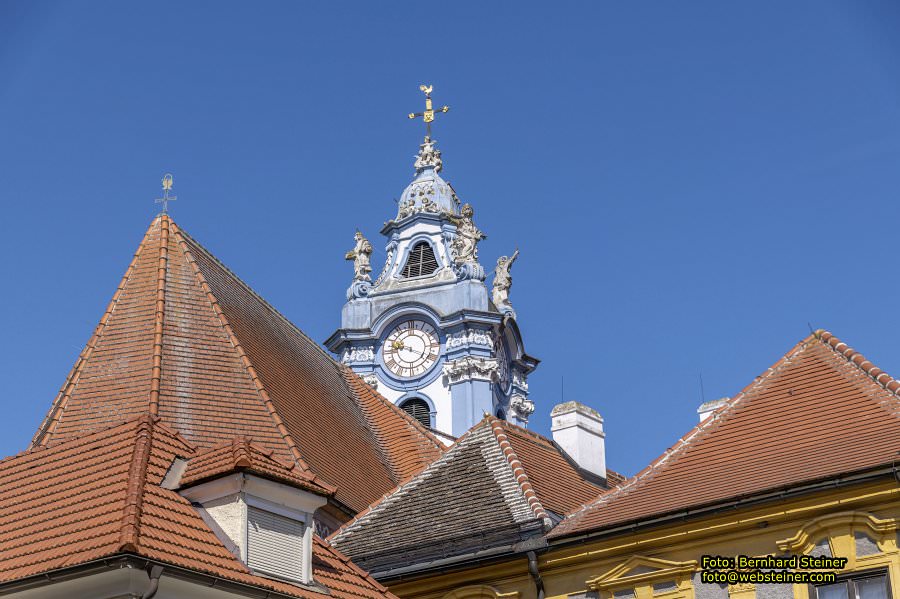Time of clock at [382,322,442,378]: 9:18
